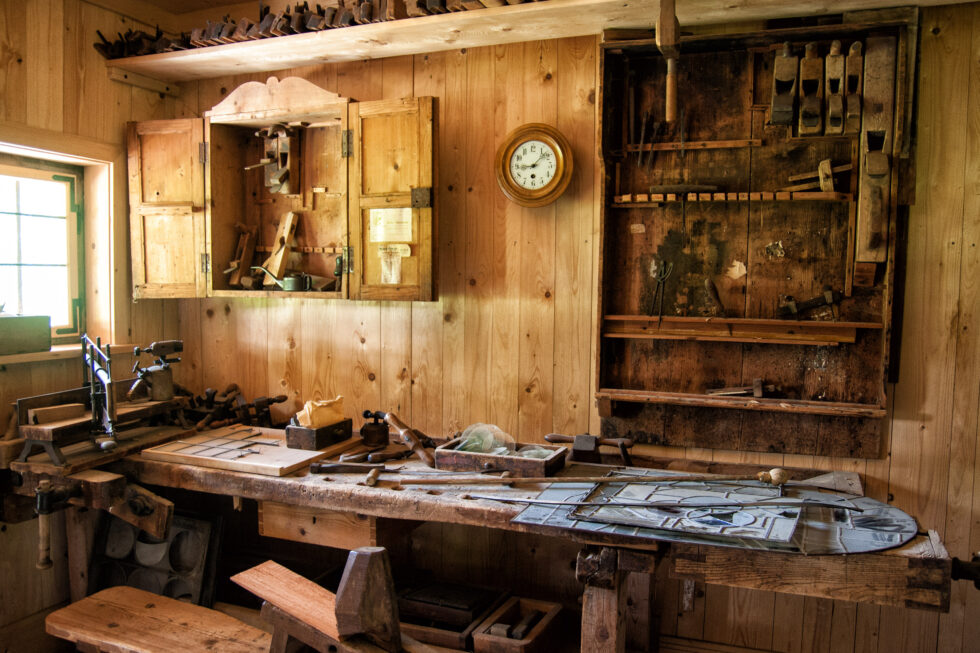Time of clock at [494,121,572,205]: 9:08
